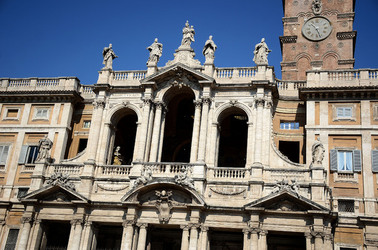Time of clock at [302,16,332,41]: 10:26
